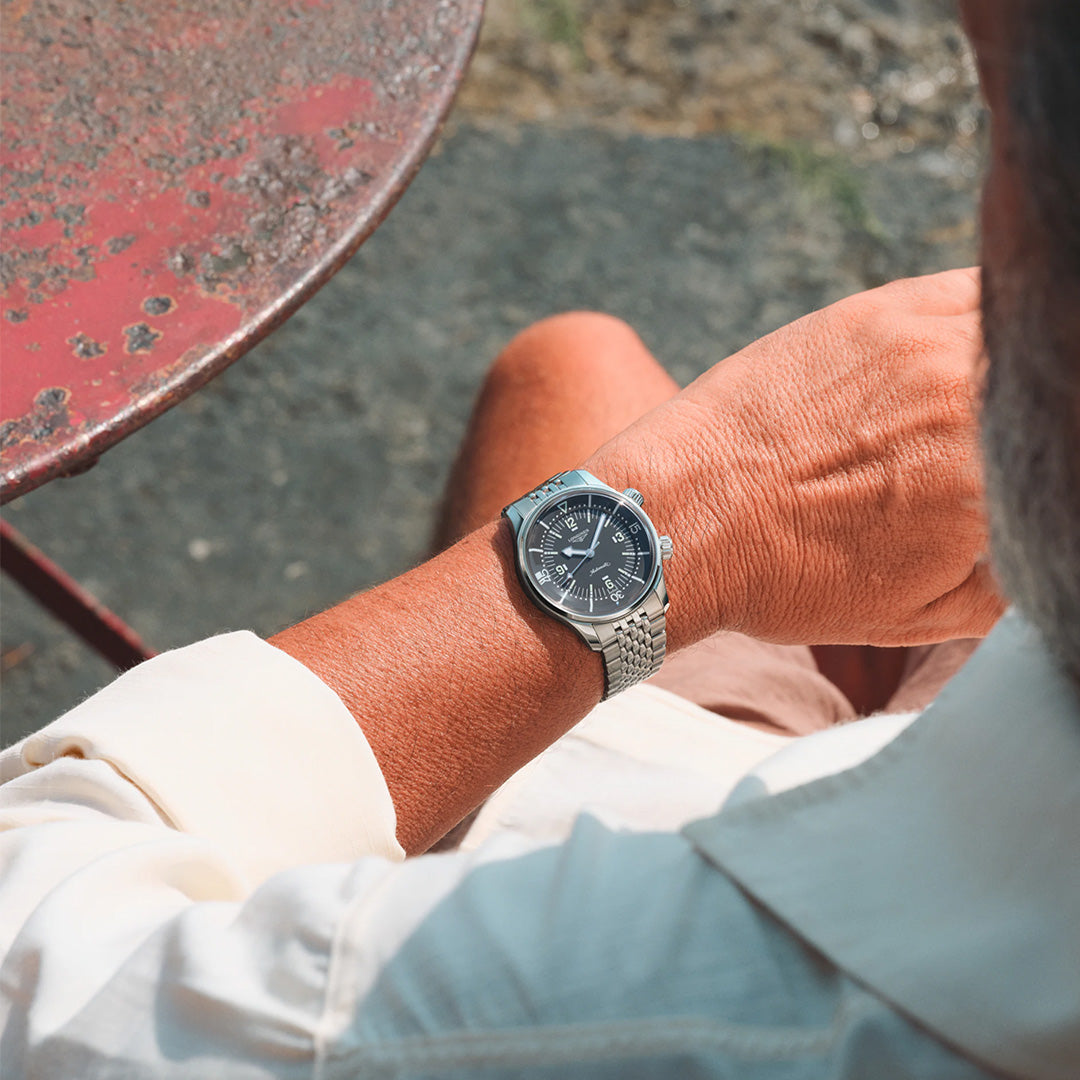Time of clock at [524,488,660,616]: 9:03
